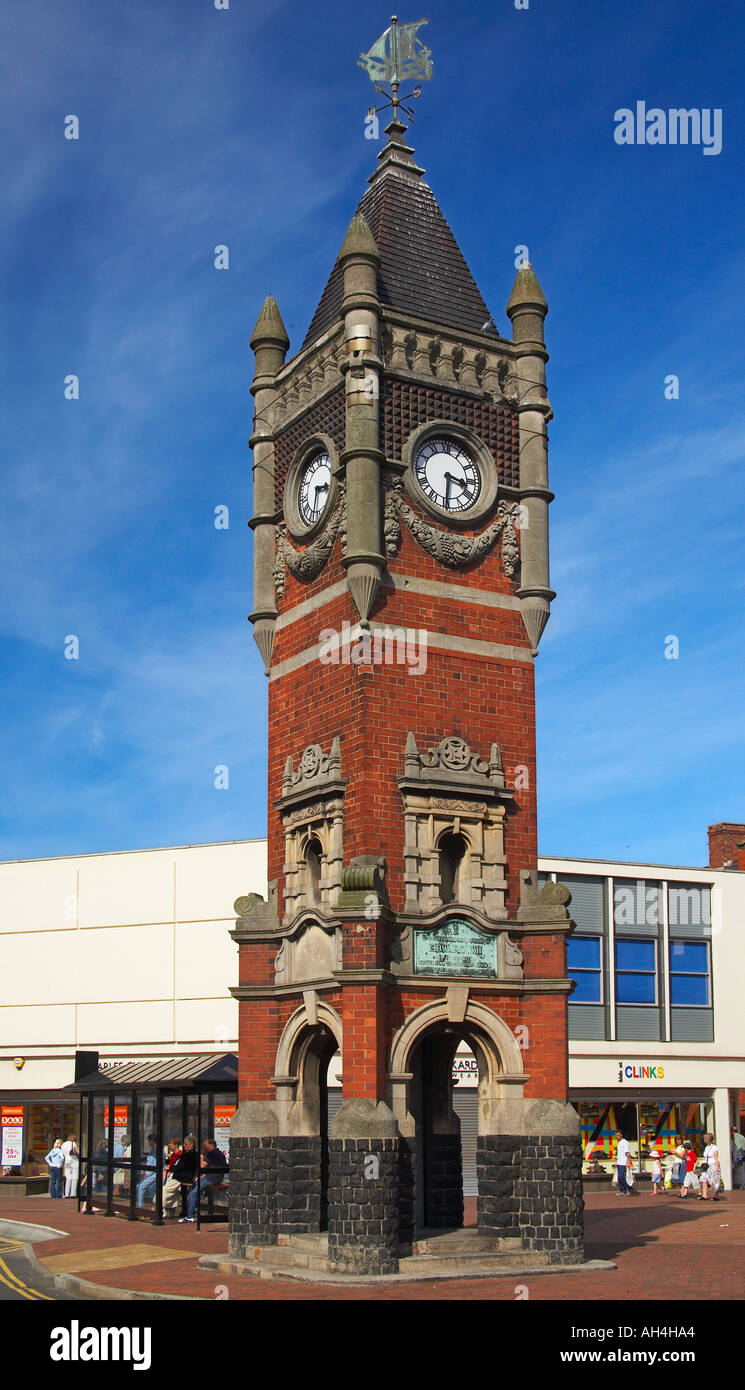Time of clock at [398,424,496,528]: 3:30
